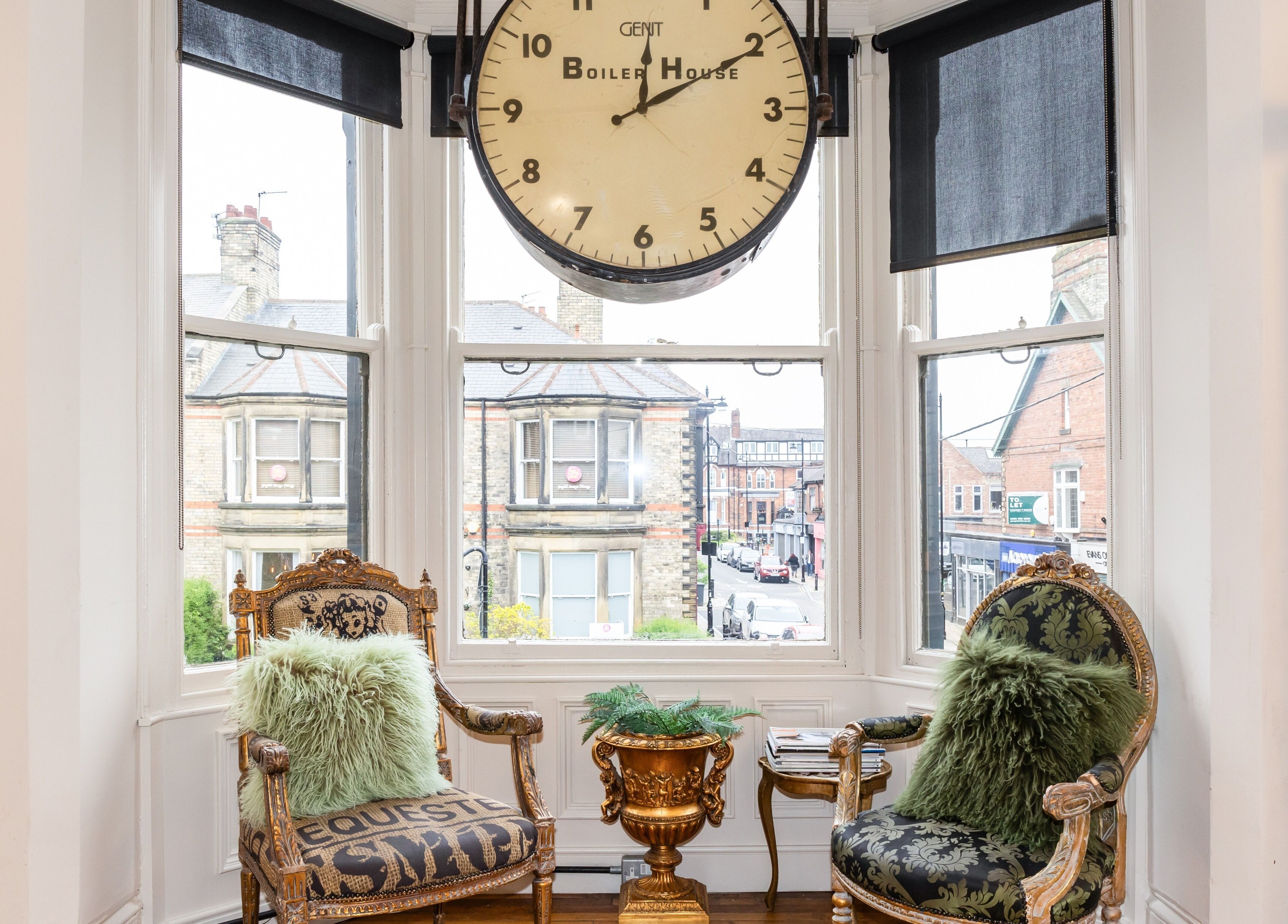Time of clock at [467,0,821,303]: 12:10
